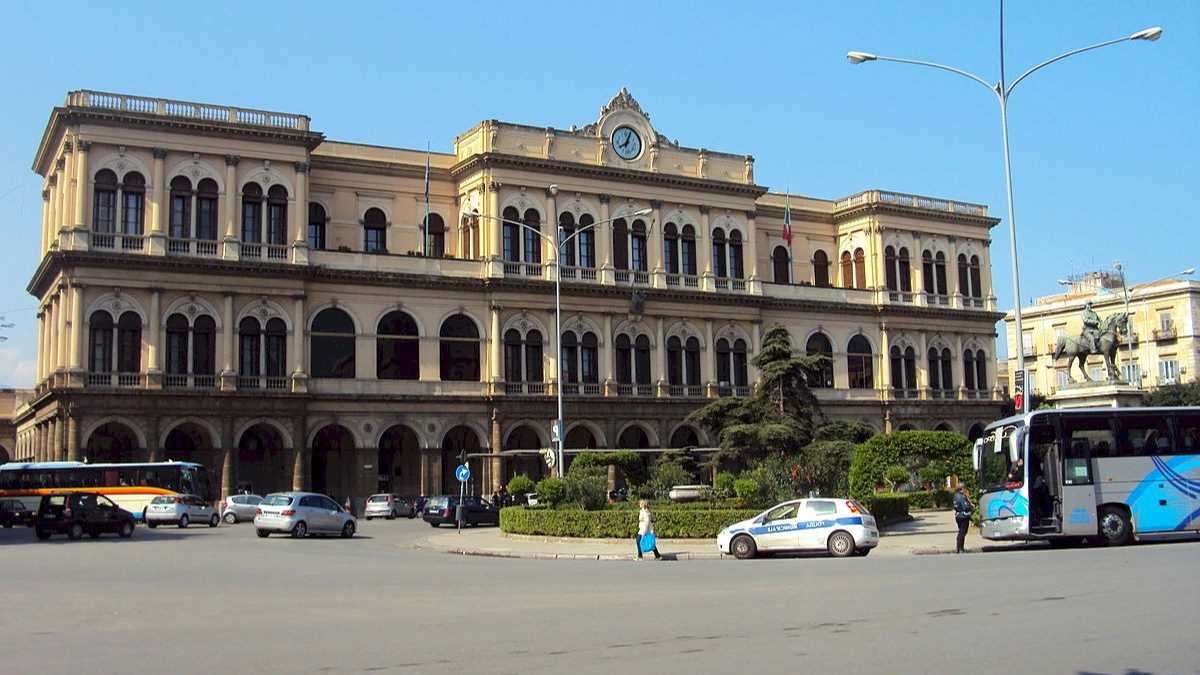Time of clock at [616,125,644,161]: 8:04
